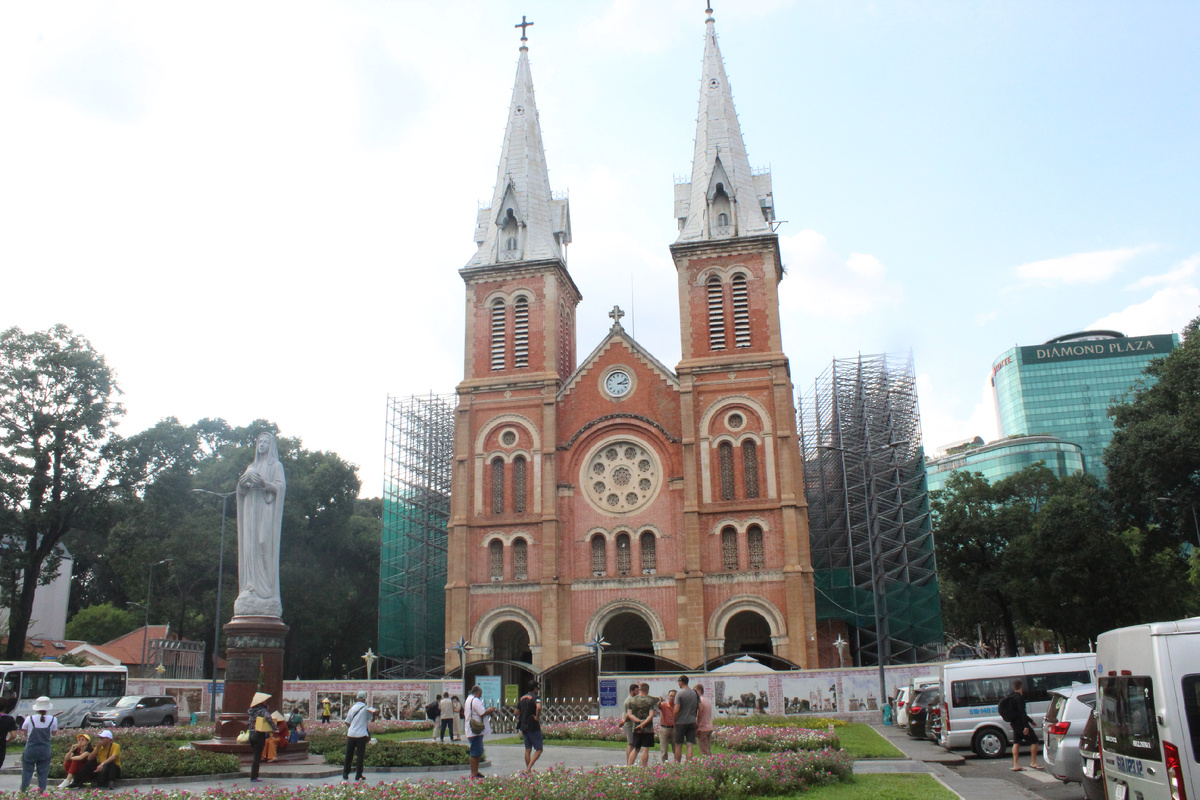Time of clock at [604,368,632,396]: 3:11
